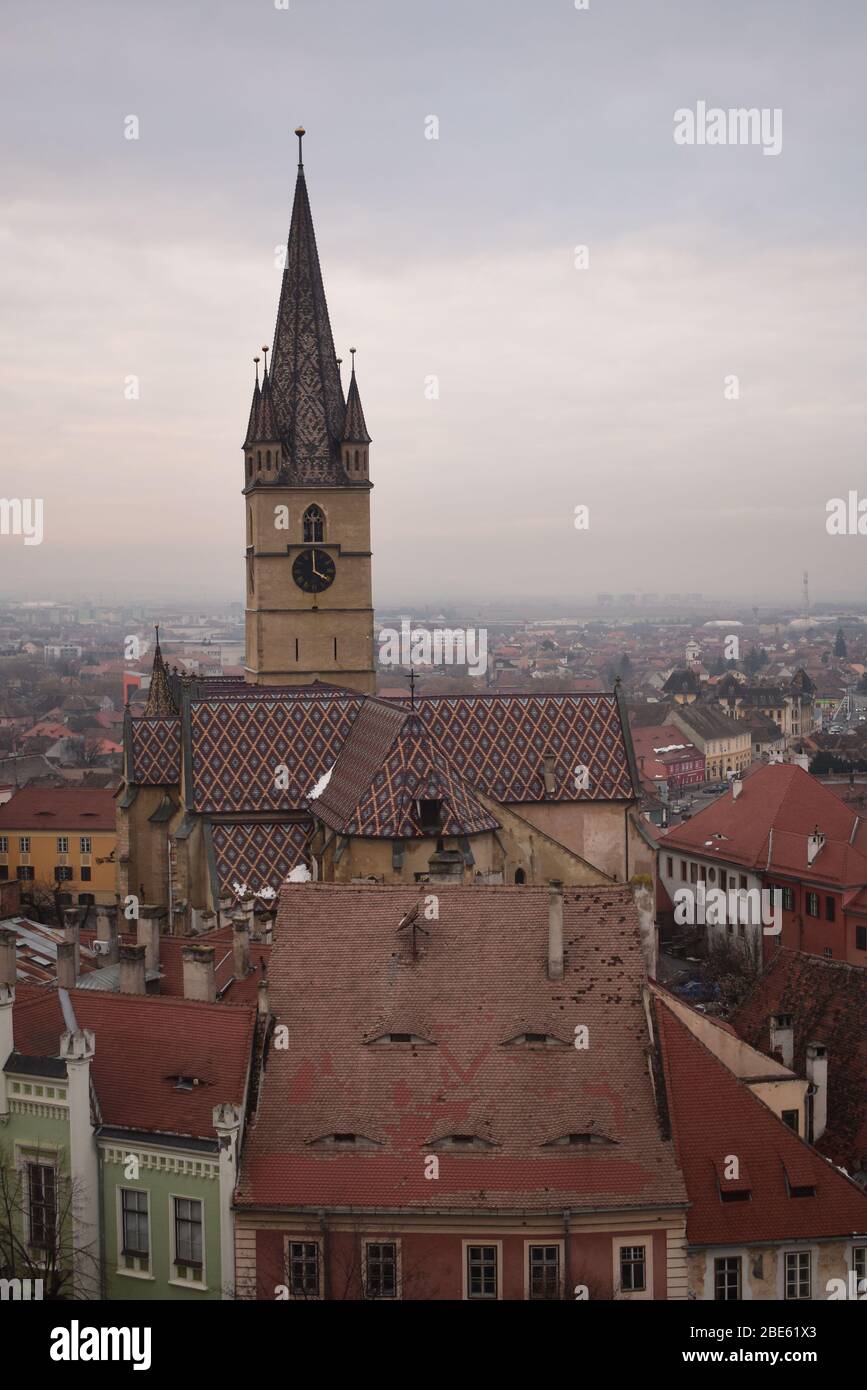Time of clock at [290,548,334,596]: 4:00
